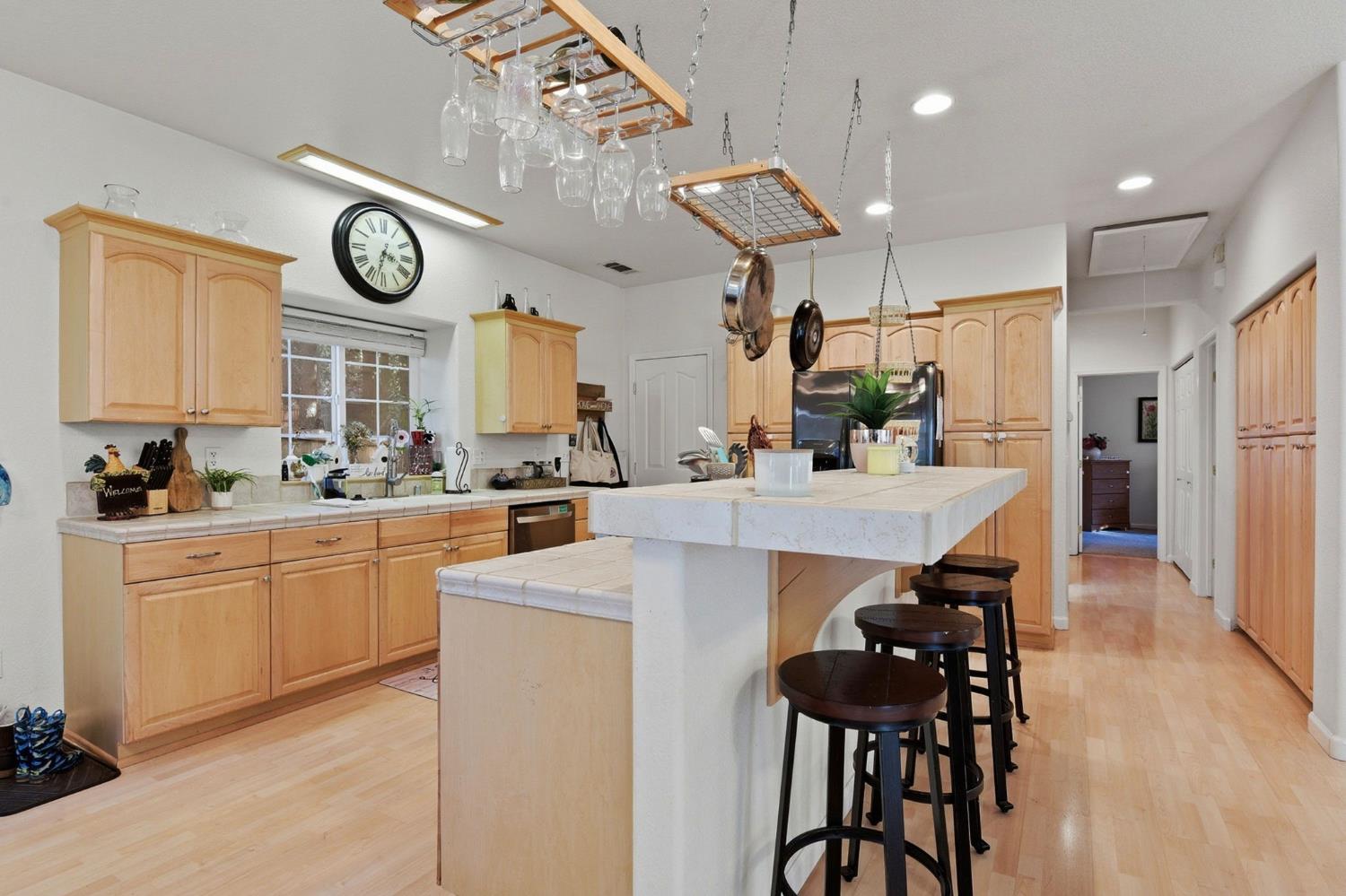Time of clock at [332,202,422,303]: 3:32
